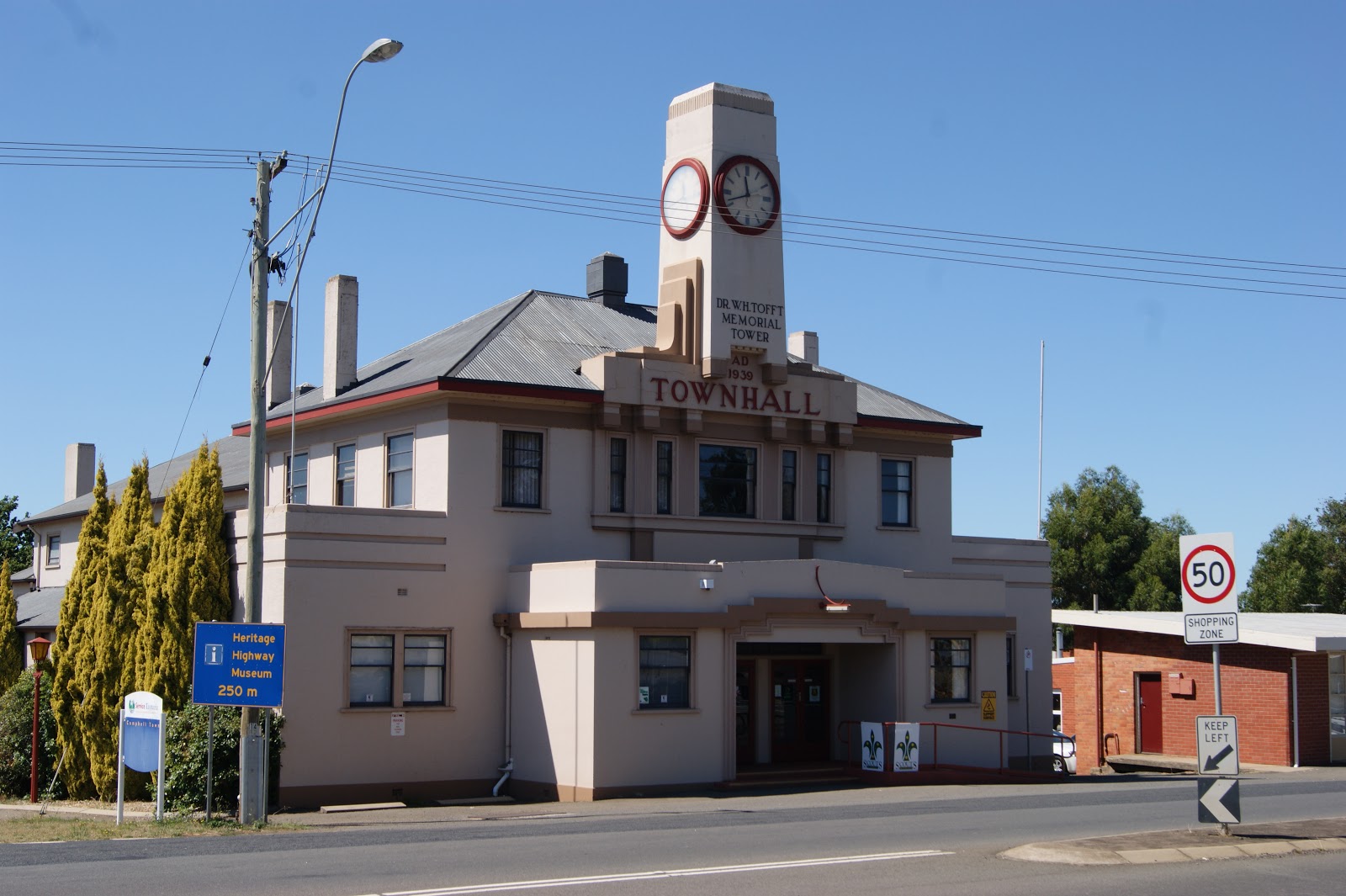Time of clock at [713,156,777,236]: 11:41
